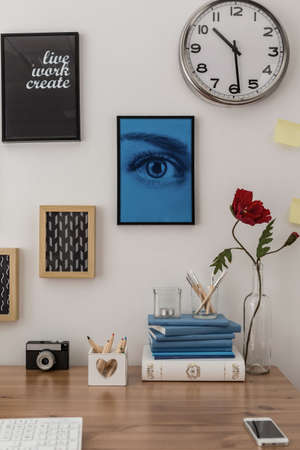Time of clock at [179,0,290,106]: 10:28
